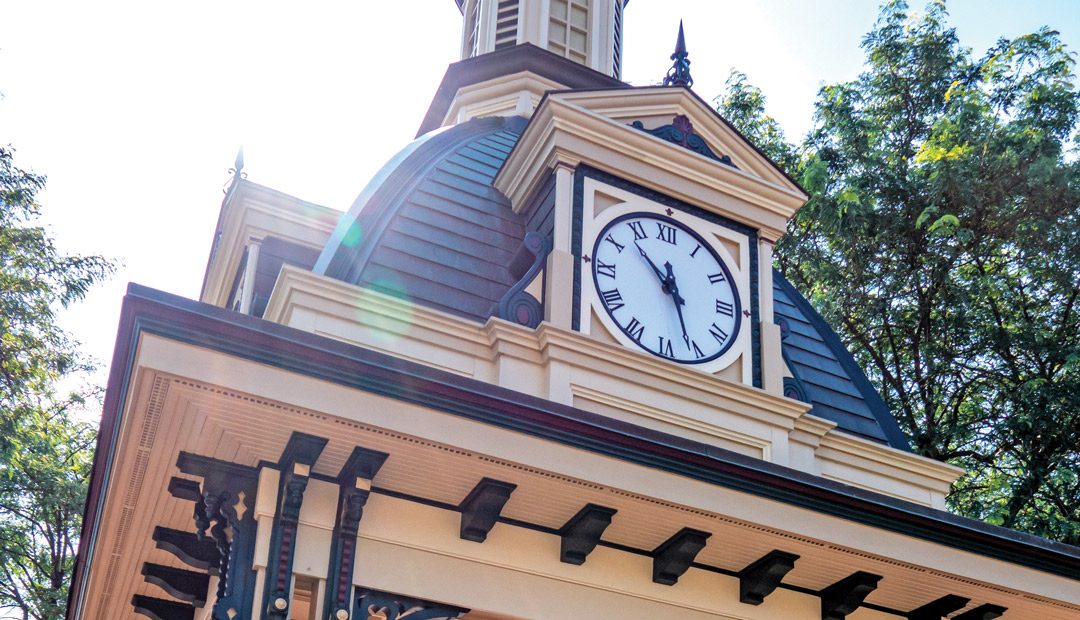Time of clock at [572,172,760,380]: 10:26
